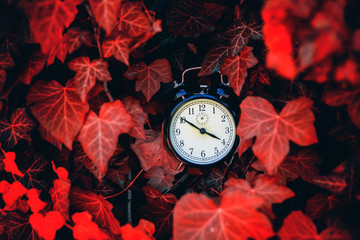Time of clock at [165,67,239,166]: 3:50
